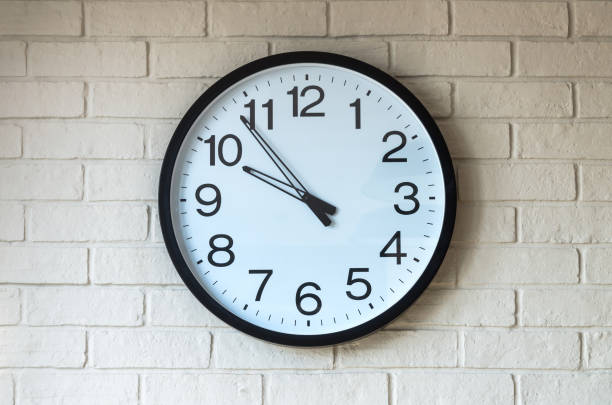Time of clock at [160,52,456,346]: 9:53
